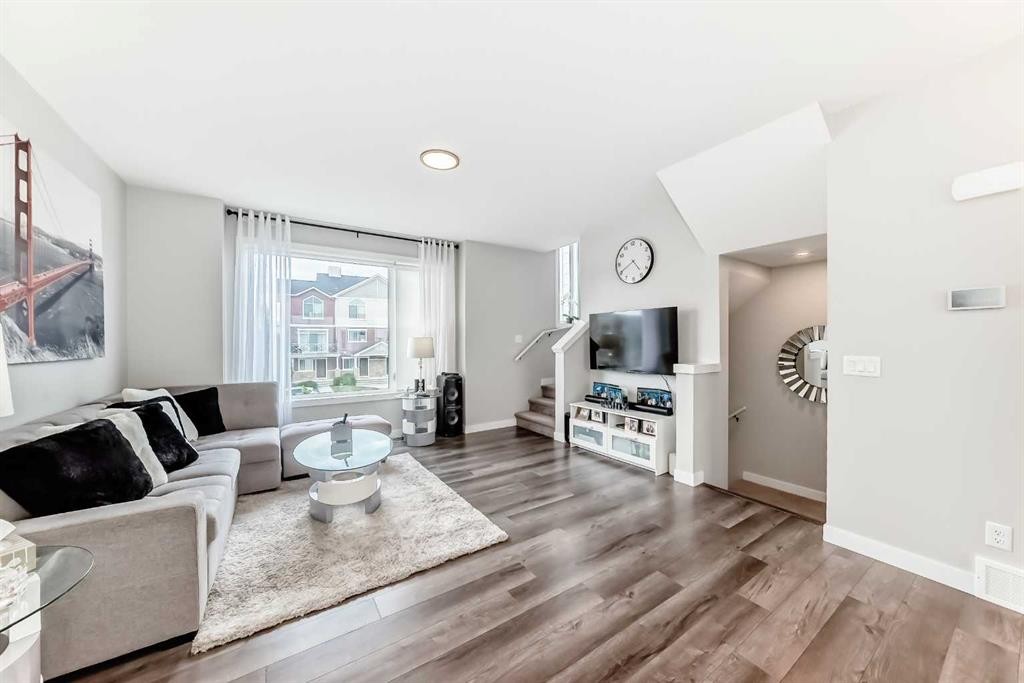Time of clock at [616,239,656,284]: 4:40
